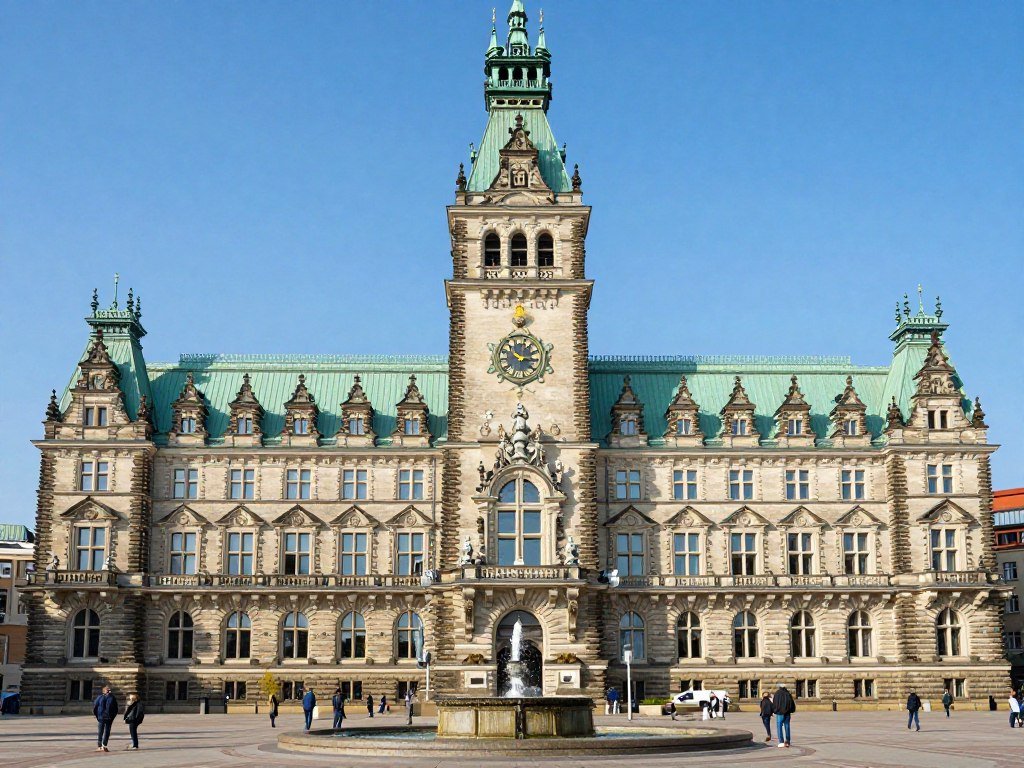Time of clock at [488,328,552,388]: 10:15
